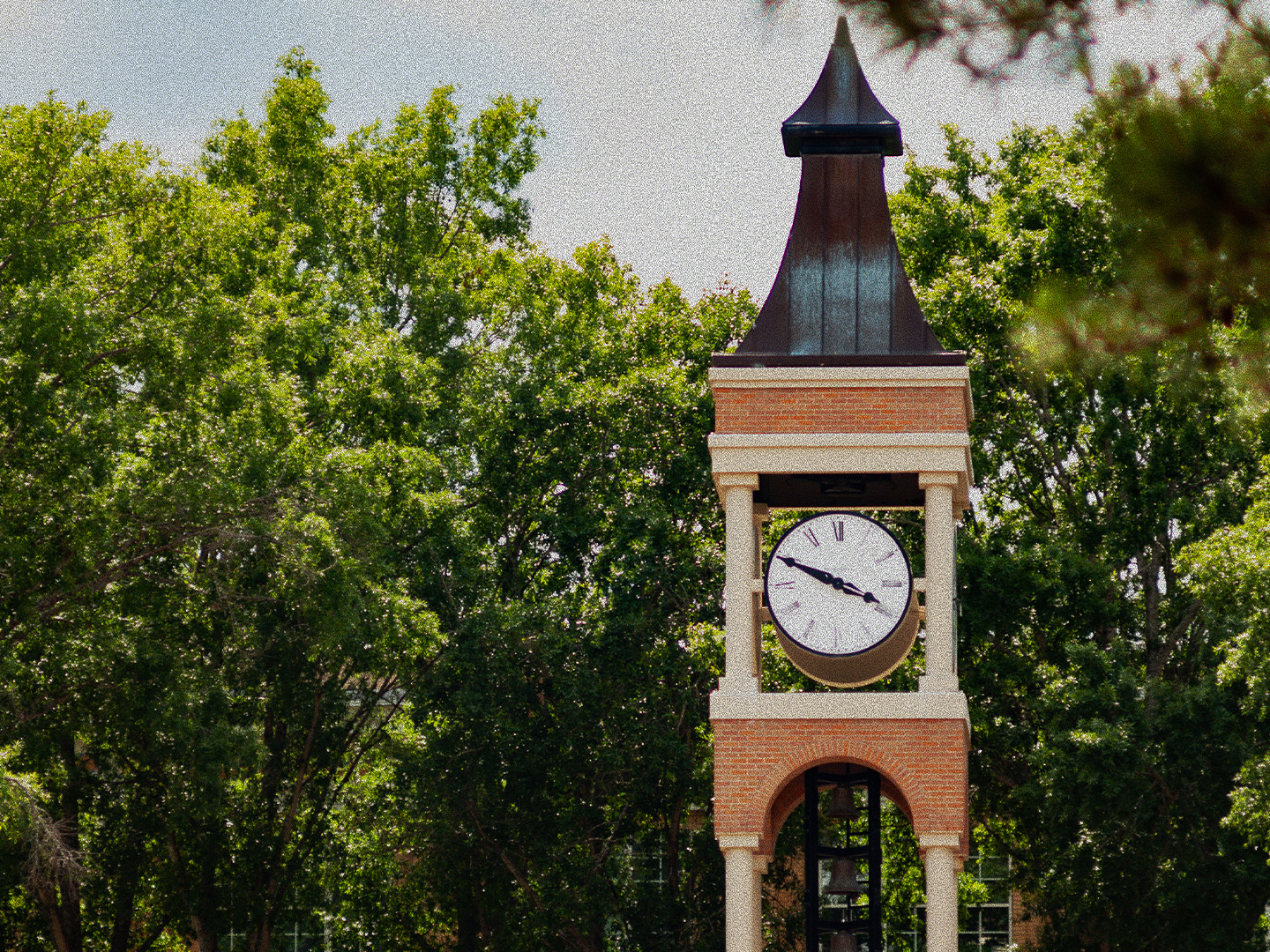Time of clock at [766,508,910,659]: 3:48
